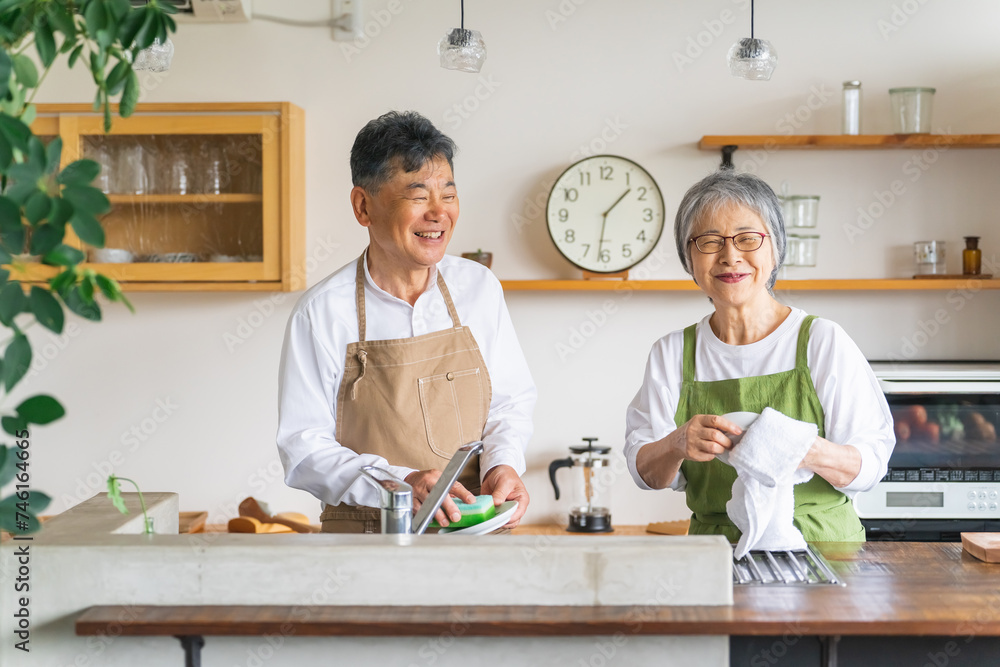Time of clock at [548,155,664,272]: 1:31
